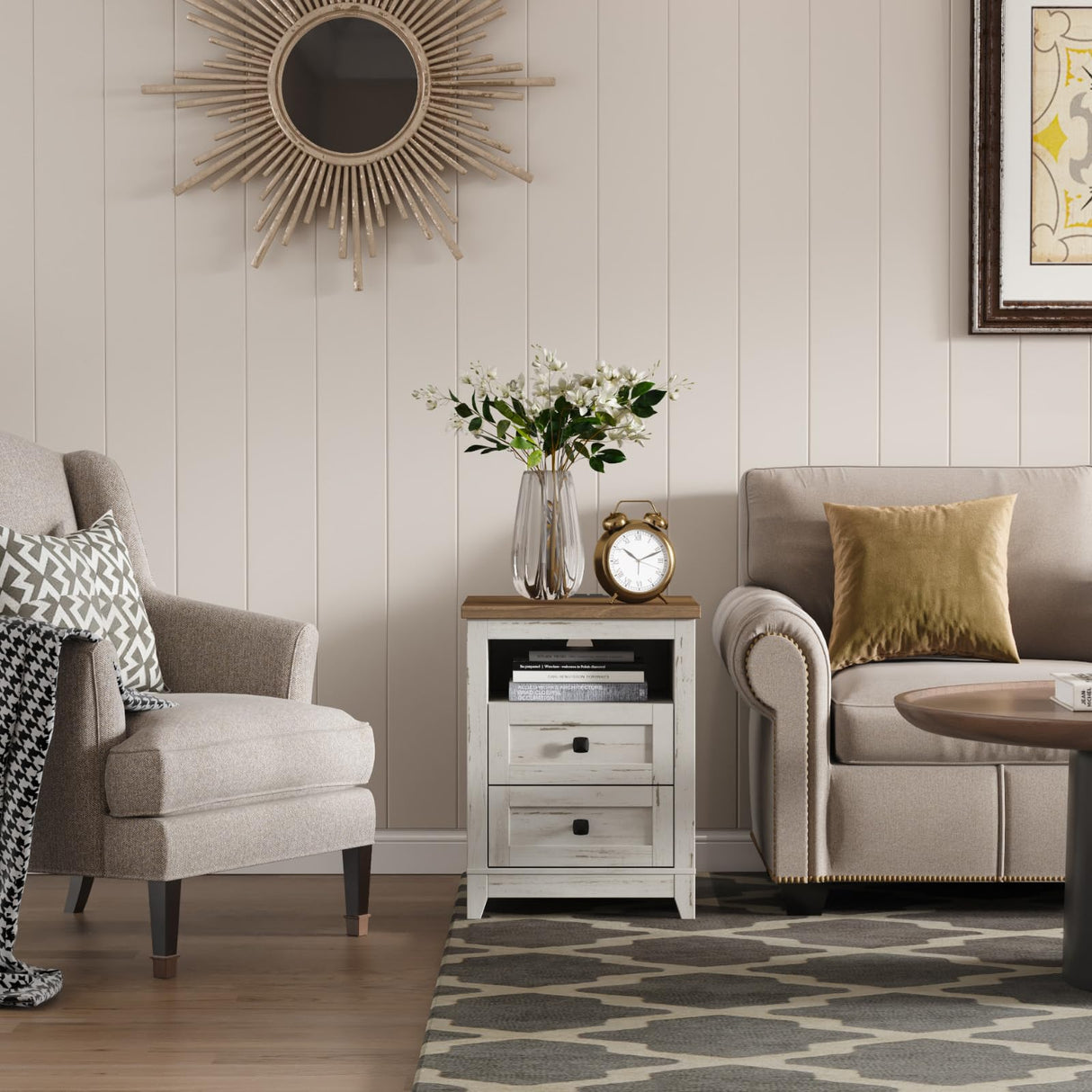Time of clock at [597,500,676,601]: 10:11
